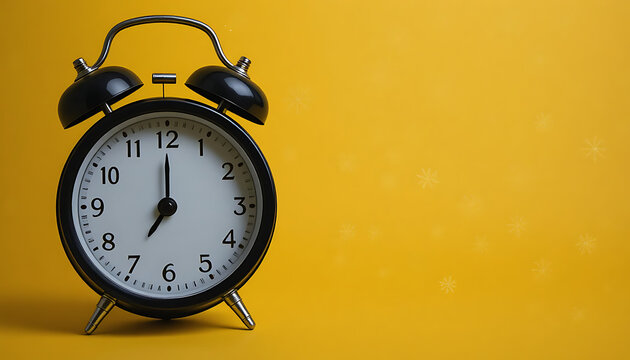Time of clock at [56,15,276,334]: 7:00
